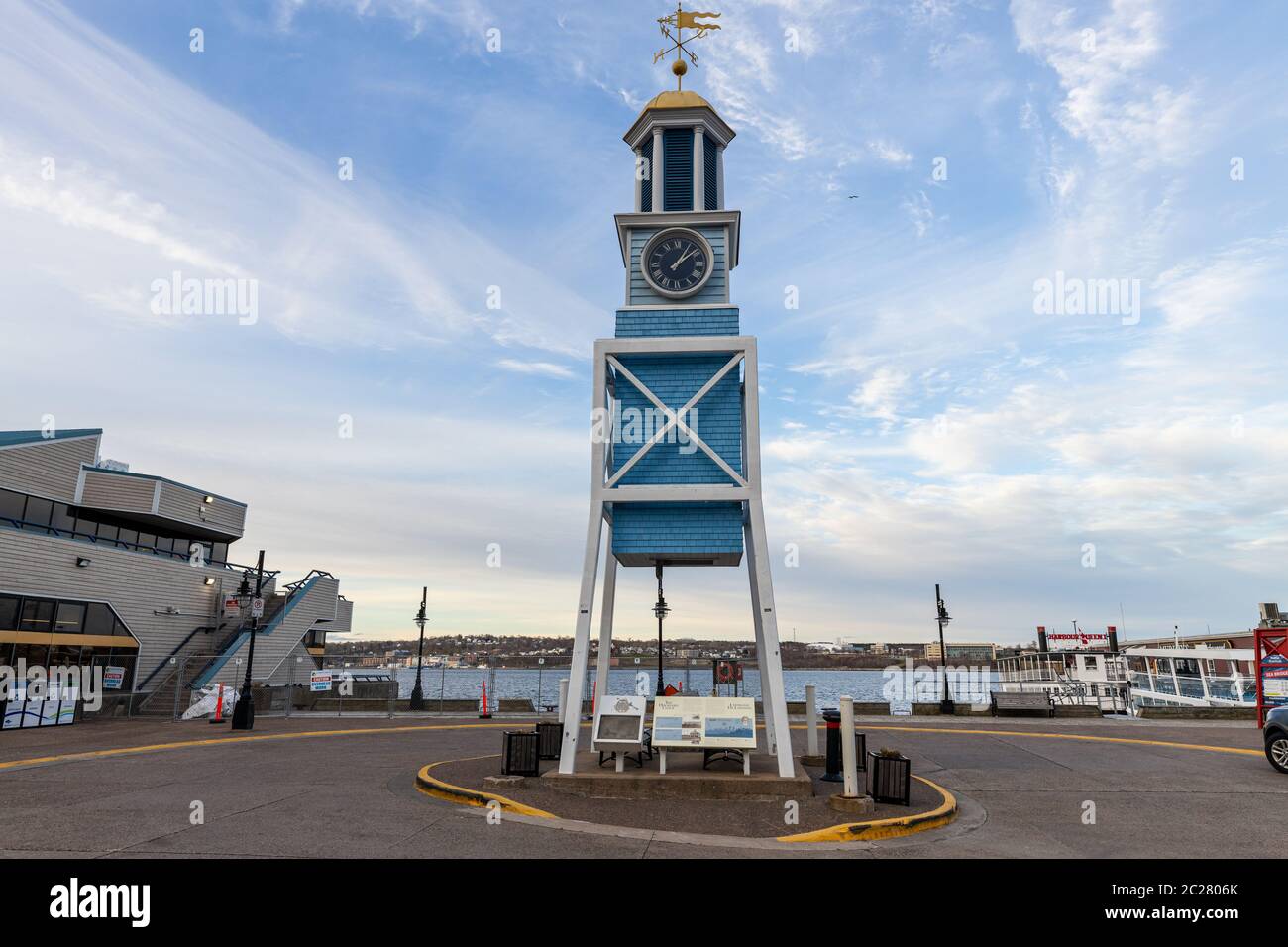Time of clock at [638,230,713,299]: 1:08
